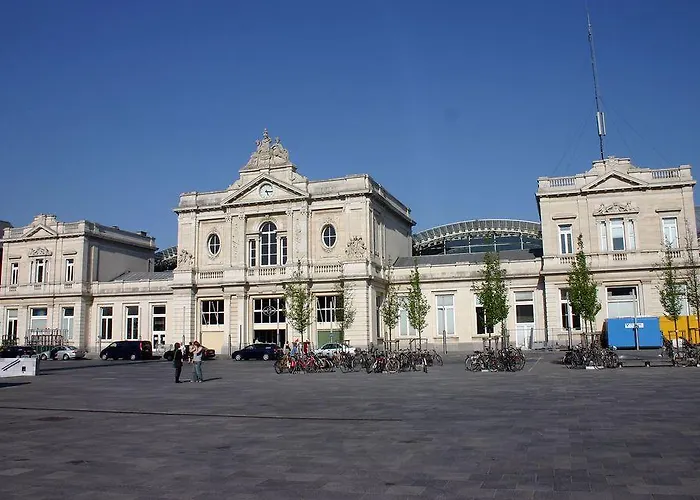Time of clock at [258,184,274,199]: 5:15
